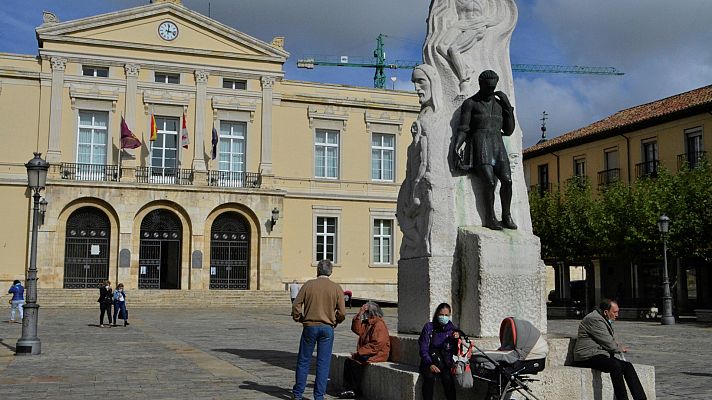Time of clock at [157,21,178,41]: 12:16
